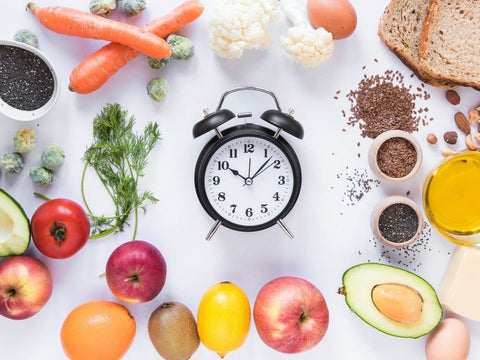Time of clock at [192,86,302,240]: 10:07
